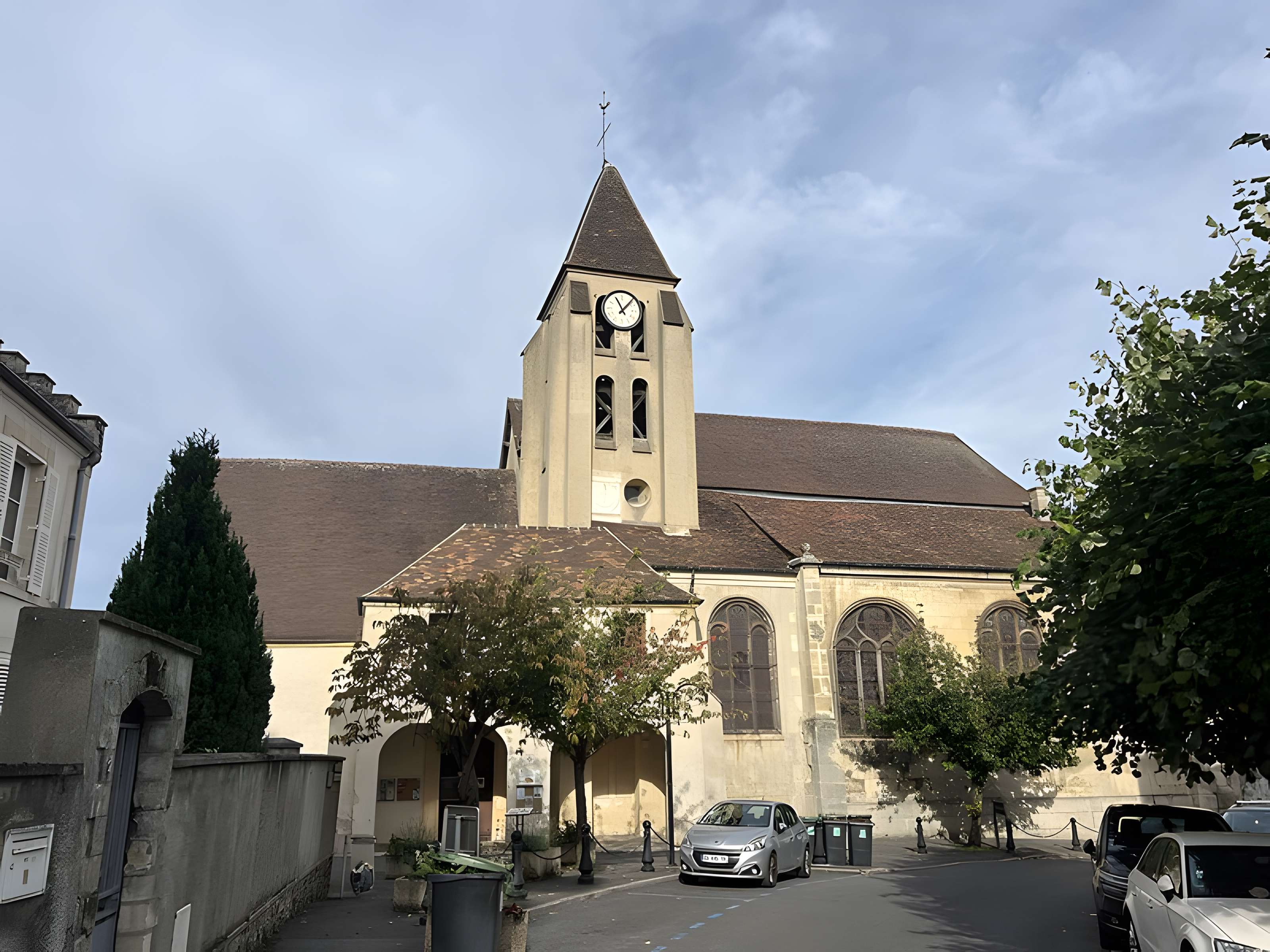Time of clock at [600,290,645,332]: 11:07
